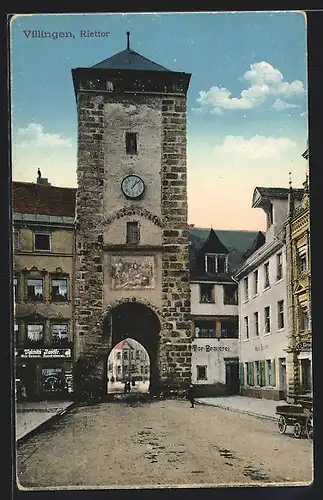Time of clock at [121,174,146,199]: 1:08
